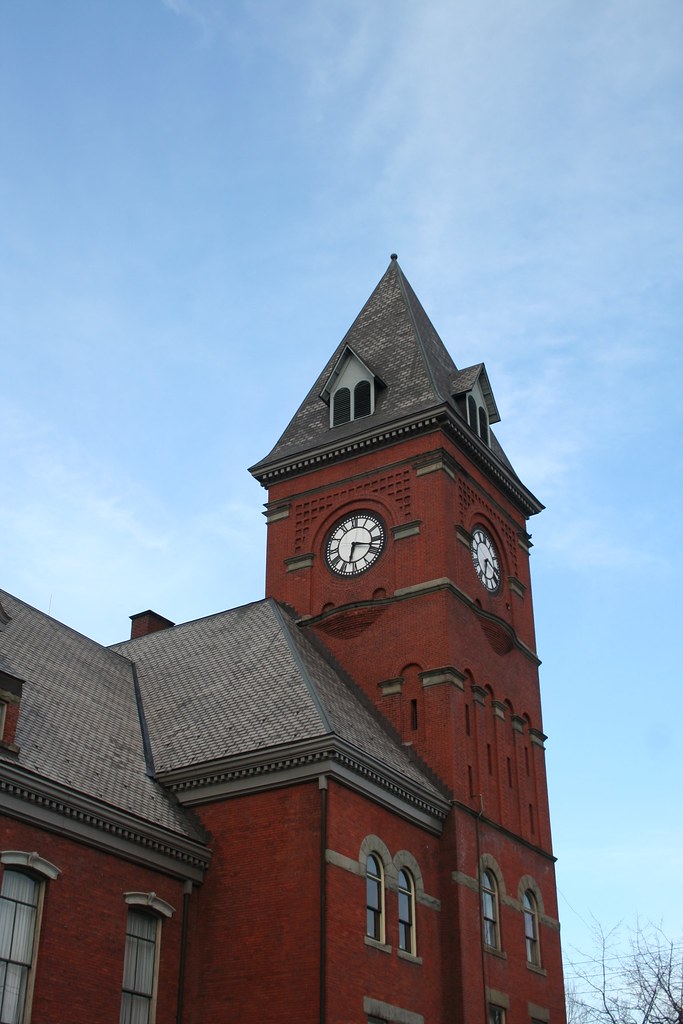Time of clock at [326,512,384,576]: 6:17
